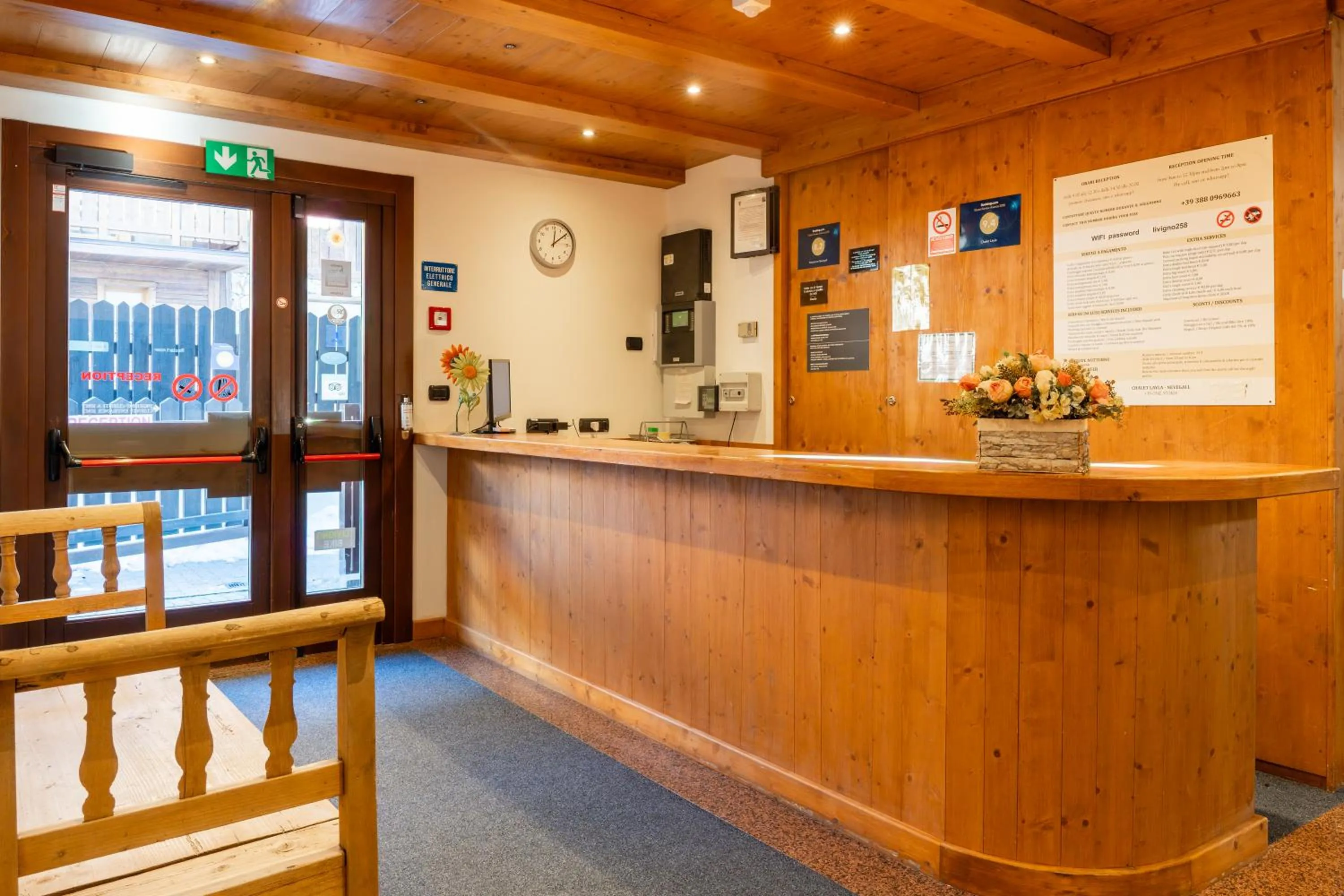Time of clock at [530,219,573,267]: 12:08
